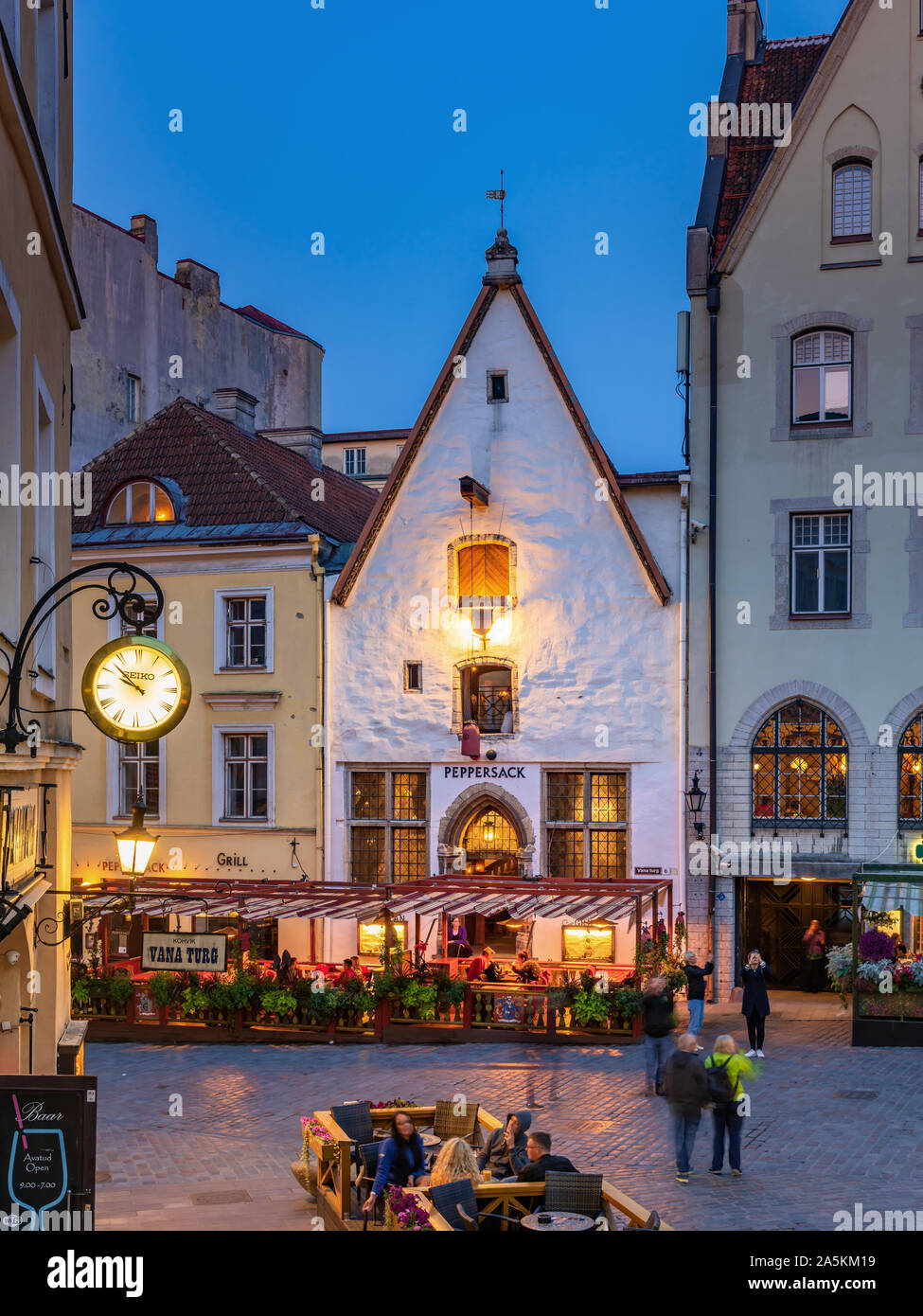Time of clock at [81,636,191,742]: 9:52
